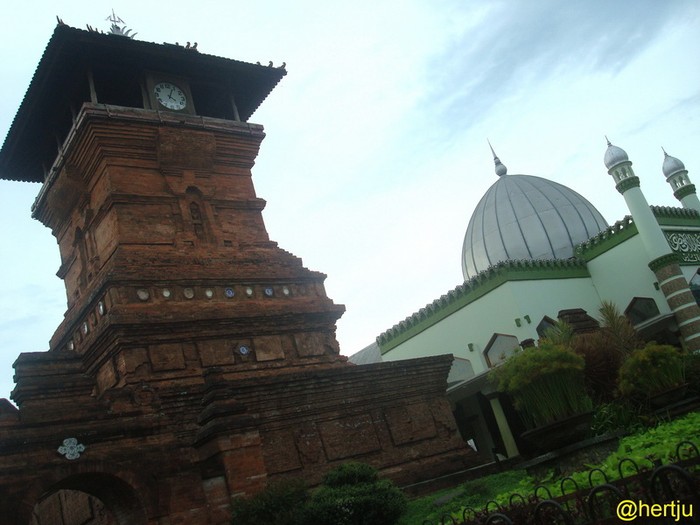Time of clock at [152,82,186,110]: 4:04
